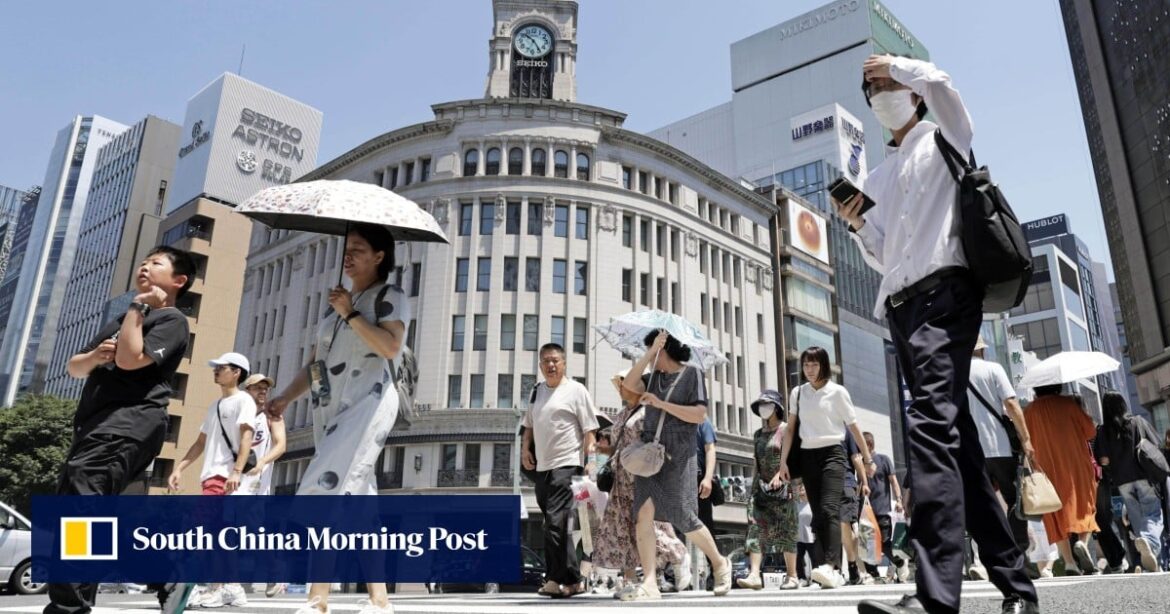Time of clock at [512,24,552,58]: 10:24
